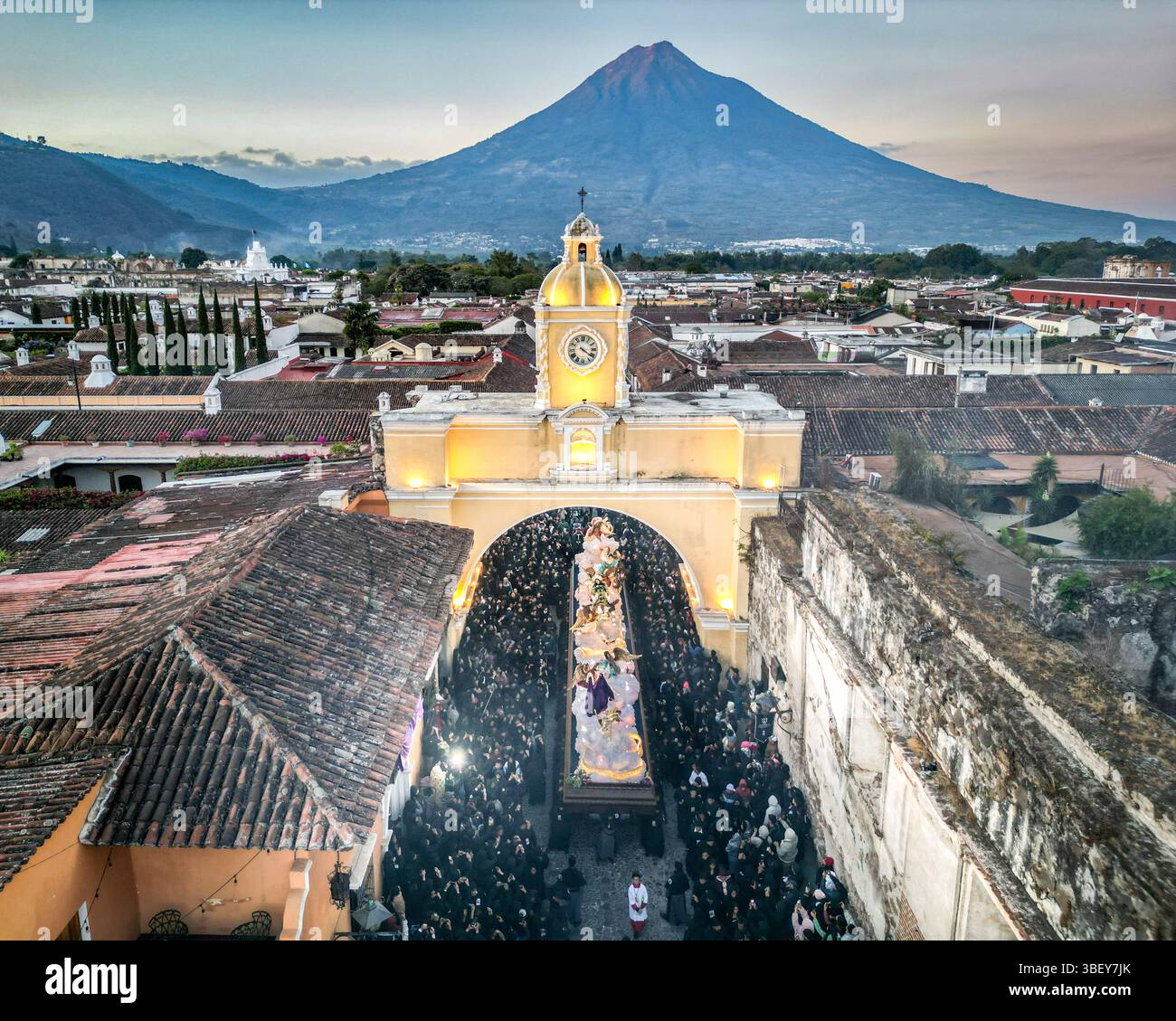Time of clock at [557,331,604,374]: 4:21
